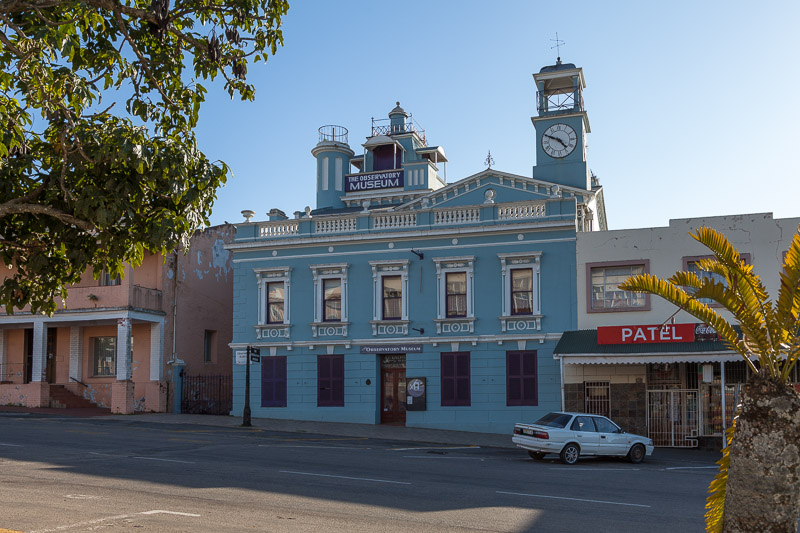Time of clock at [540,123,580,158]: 4:49
